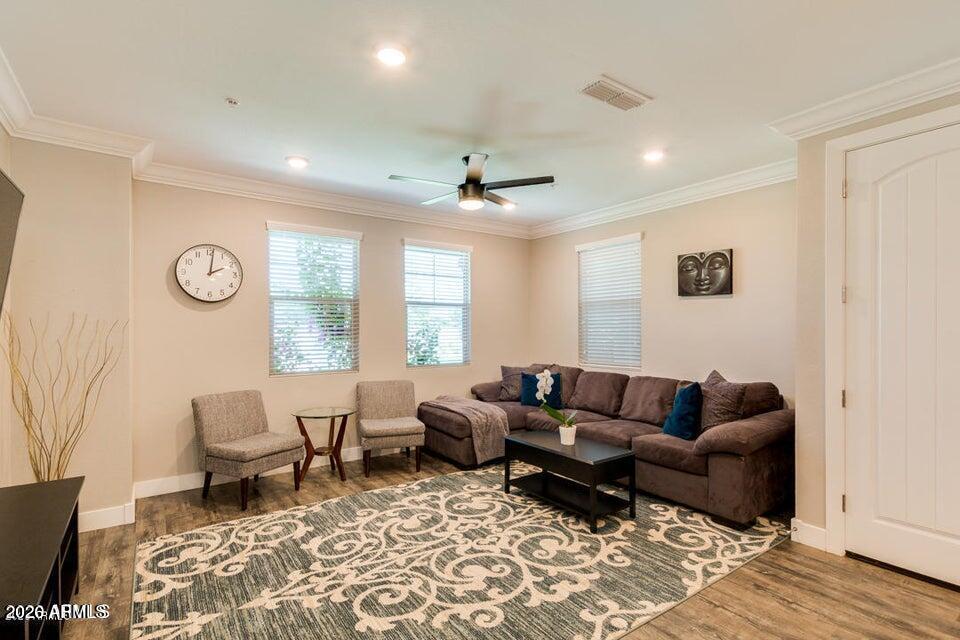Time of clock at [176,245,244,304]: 2:01
